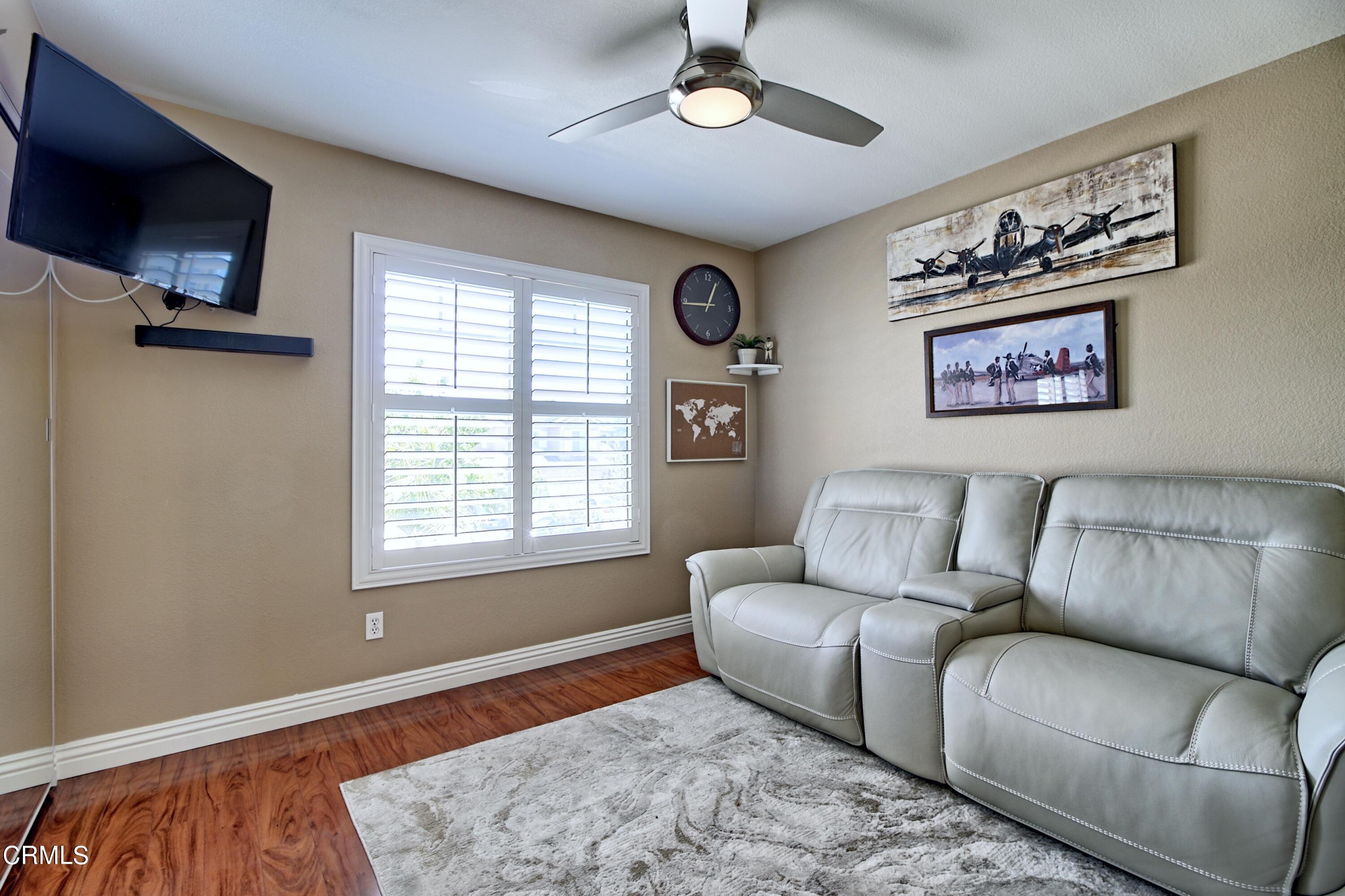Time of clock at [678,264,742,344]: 12:44
